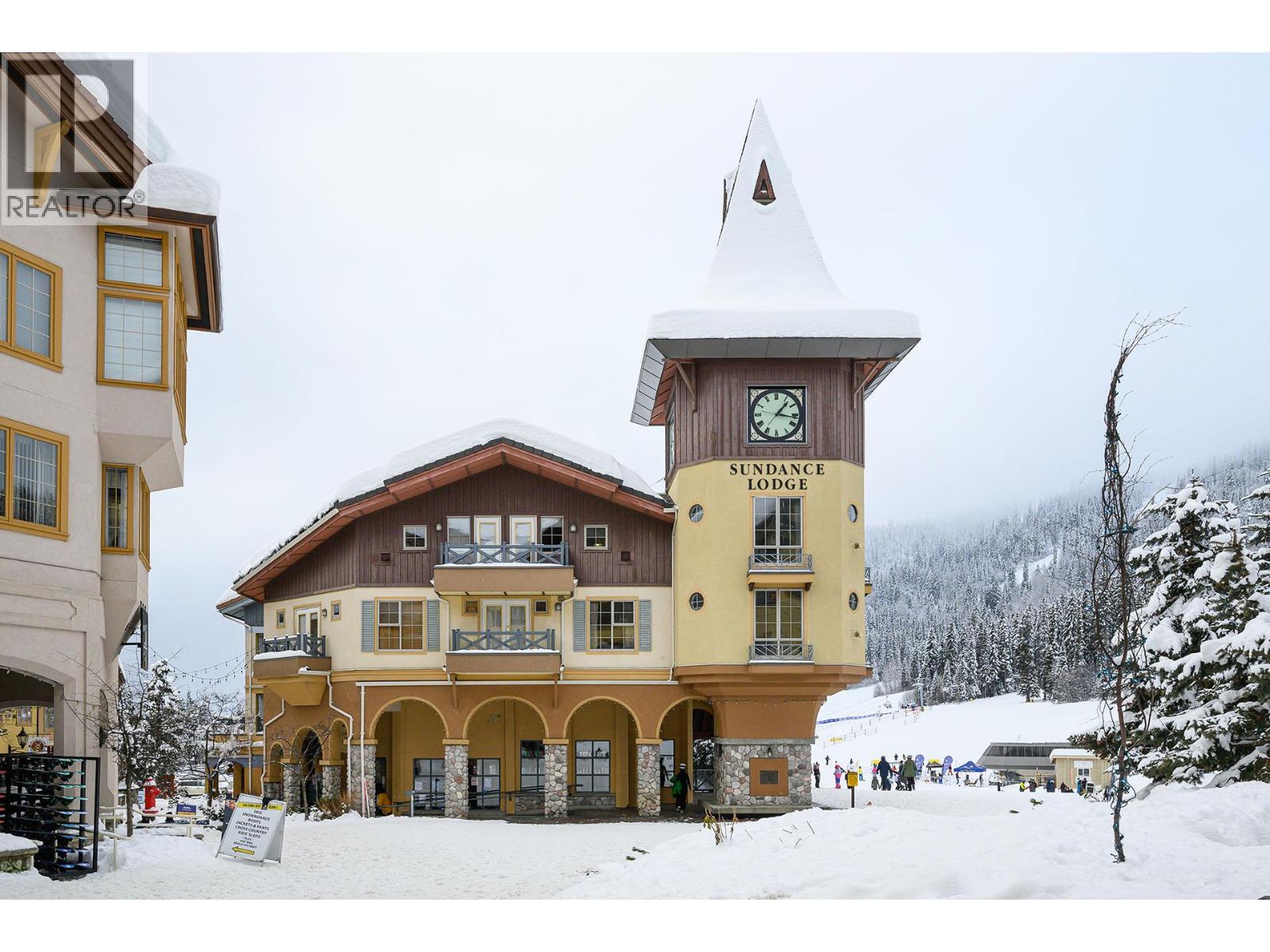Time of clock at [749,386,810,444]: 1:16
